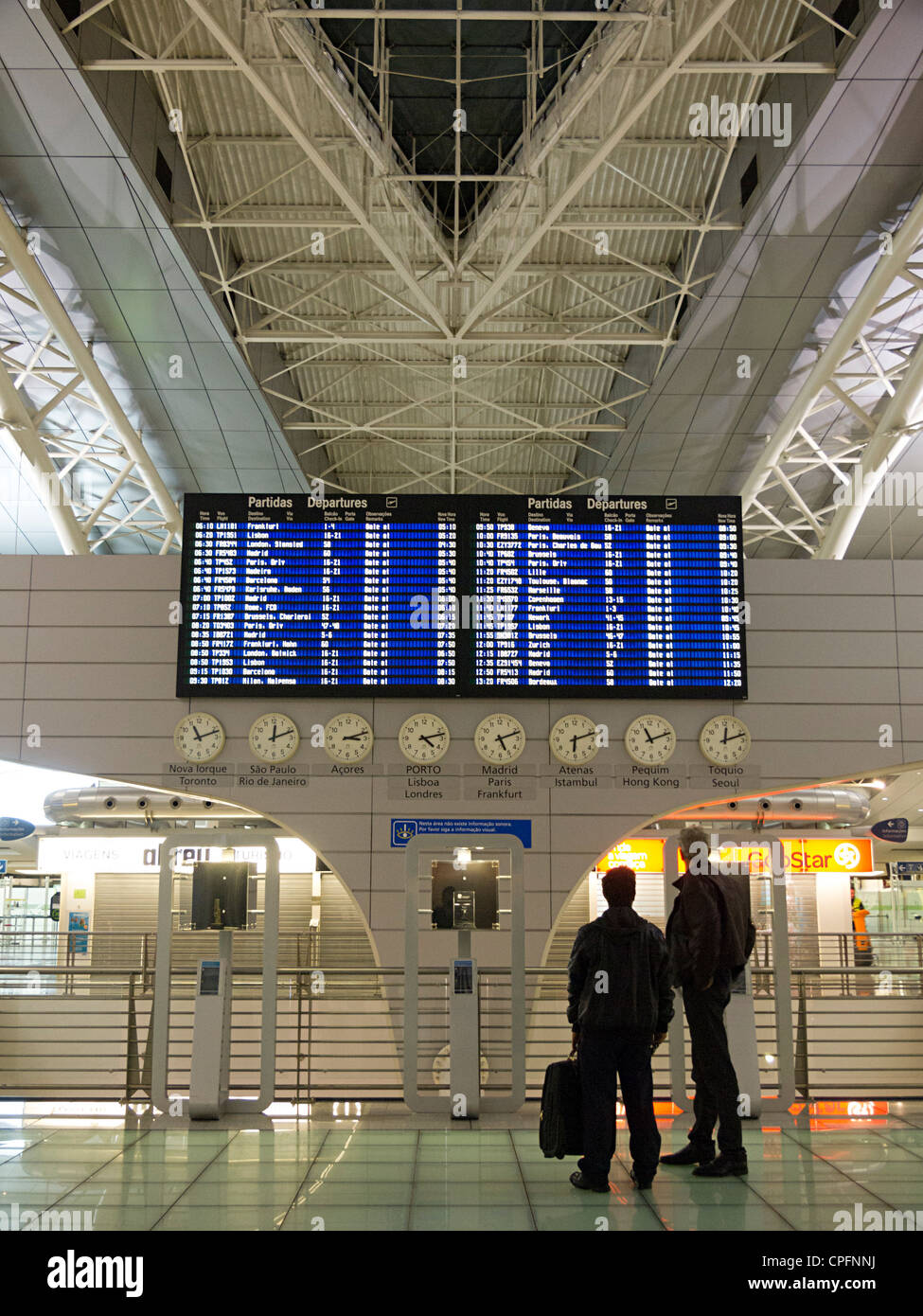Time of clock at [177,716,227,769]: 11:11
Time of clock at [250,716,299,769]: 12:11
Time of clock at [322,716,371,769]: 3:12
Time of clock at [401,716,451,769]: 4:12
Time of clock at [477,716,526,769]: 5:11
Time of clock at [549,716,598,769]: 6:12
